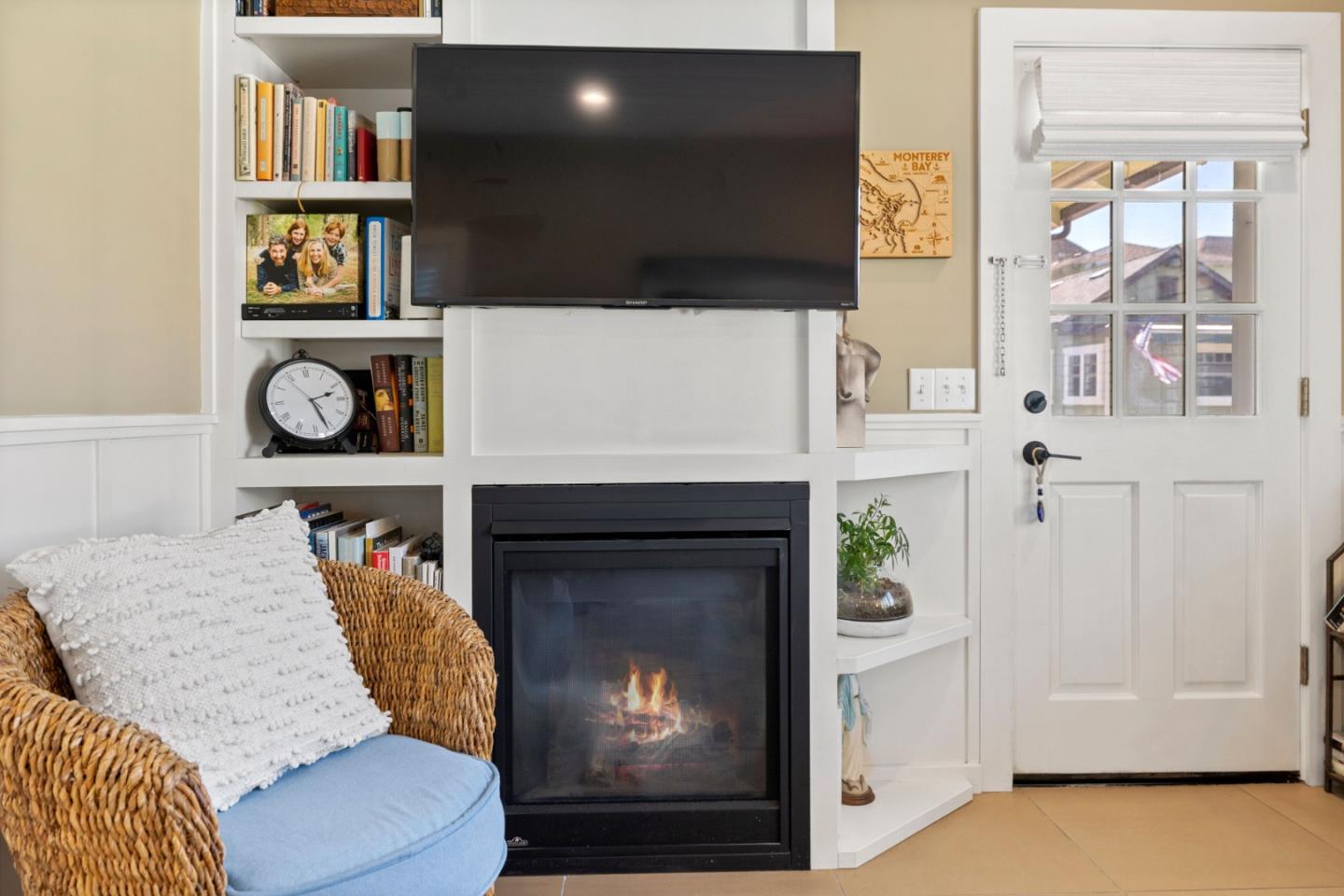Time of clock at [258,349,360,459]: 2:26
